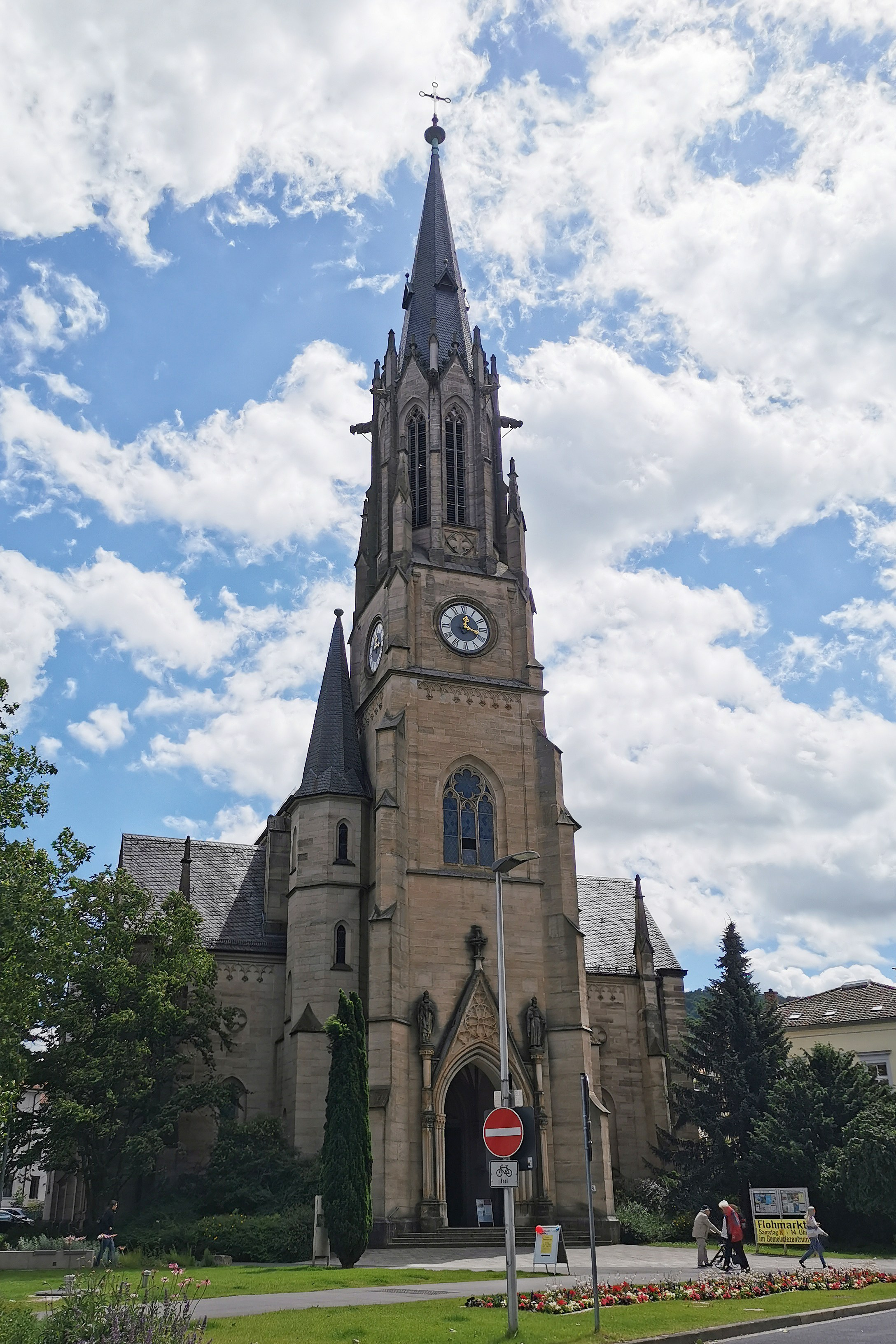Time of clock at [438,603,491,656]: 12:18
